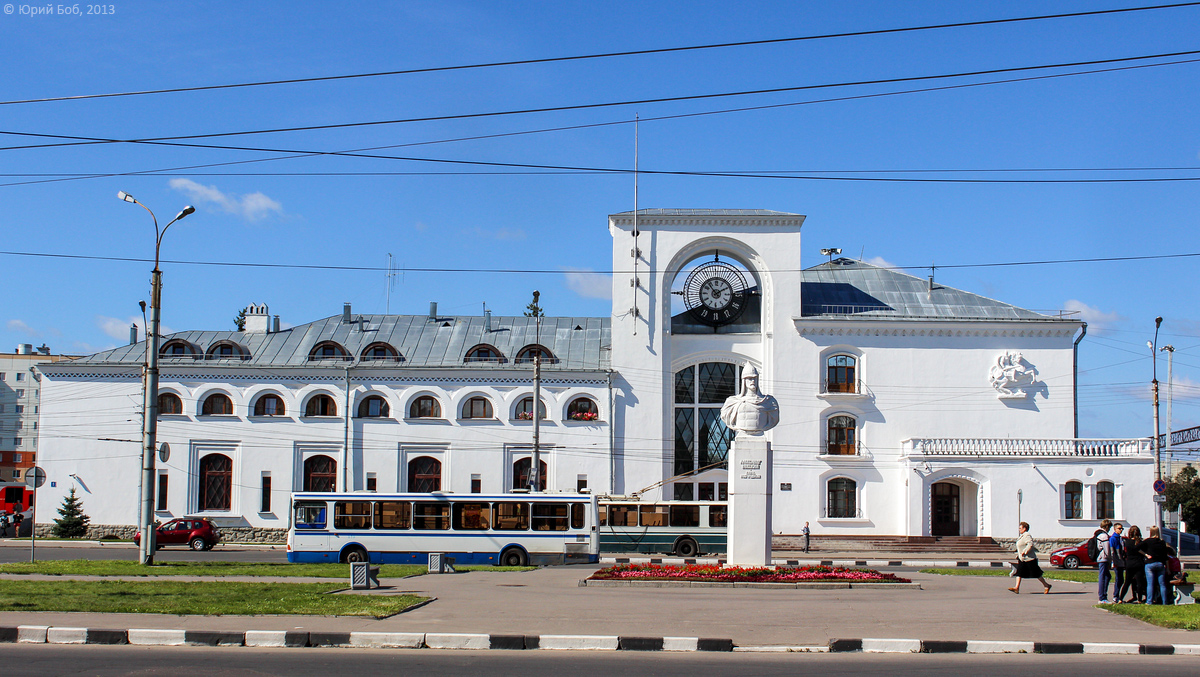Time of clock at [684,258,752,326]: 1:53
